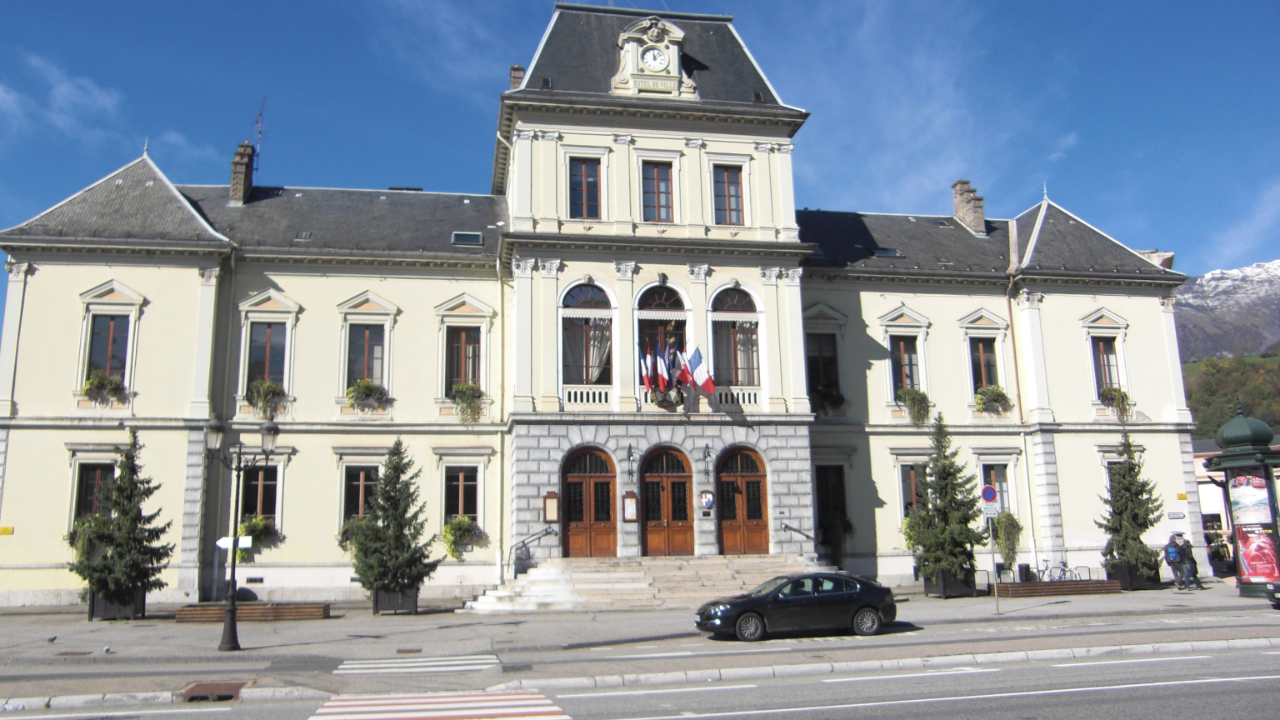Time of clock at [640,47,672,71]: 12:07
